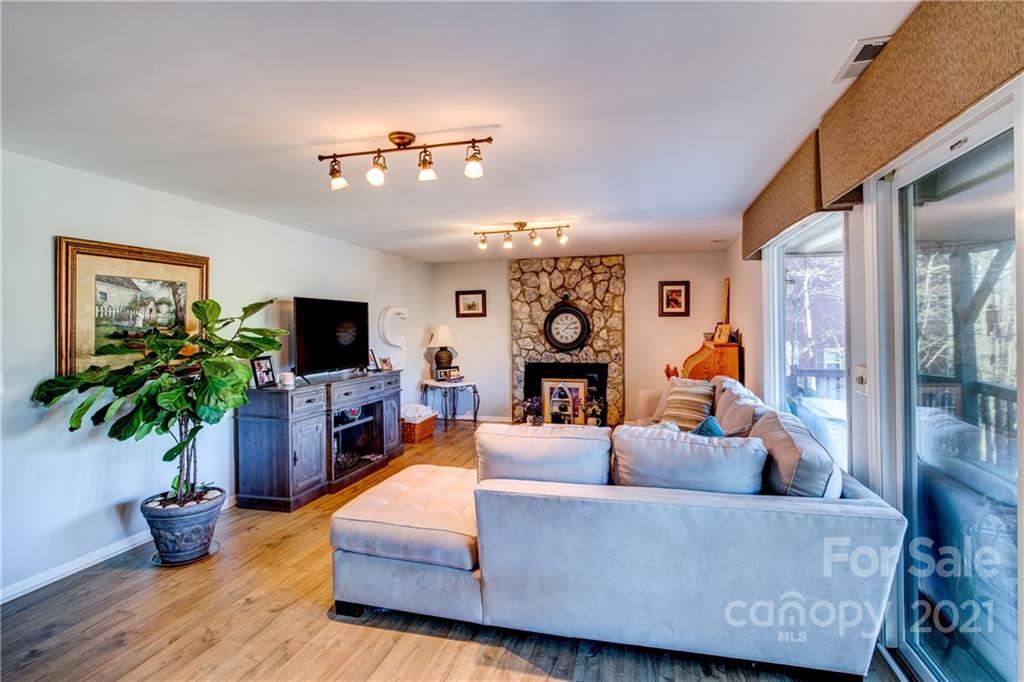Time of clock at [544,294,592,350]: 3:08
